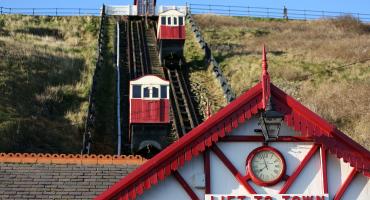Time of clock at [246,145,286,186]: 7:57
